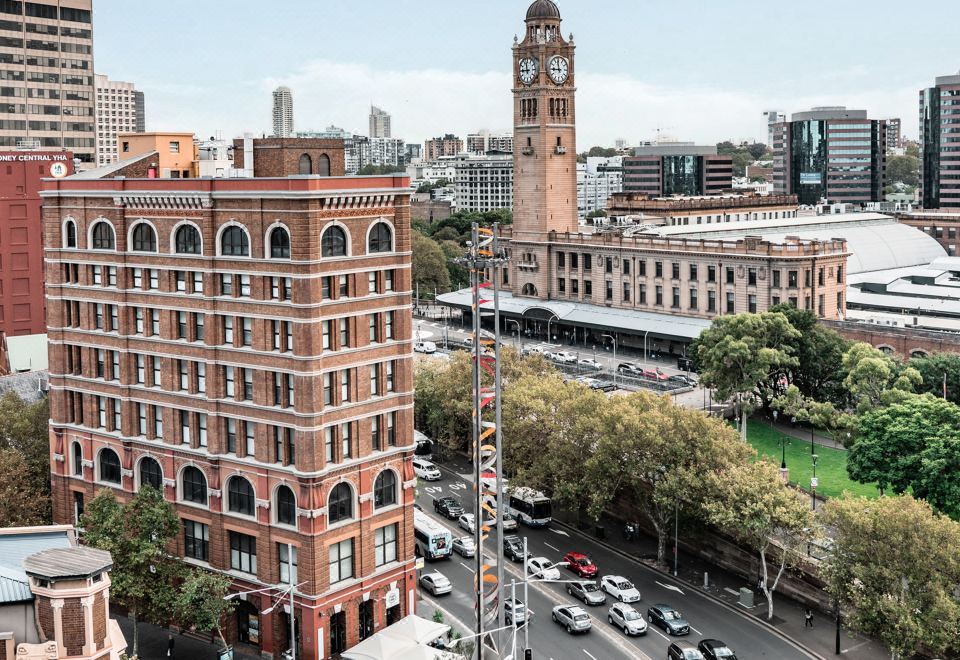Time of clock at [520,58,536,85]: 11:45
